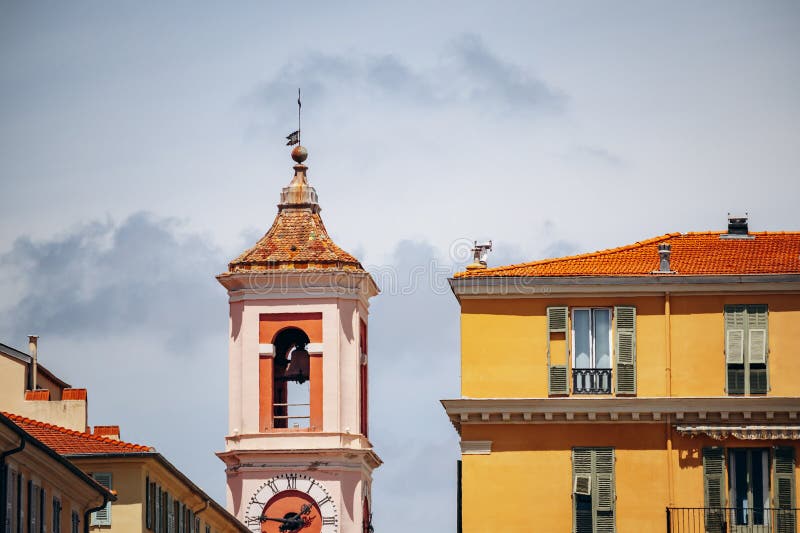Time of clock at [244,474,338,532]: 1:46
